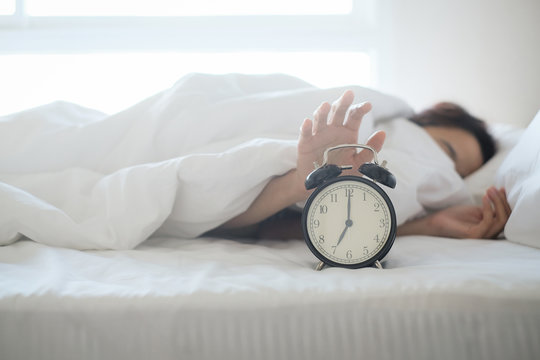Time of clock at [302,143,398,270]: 7:00
